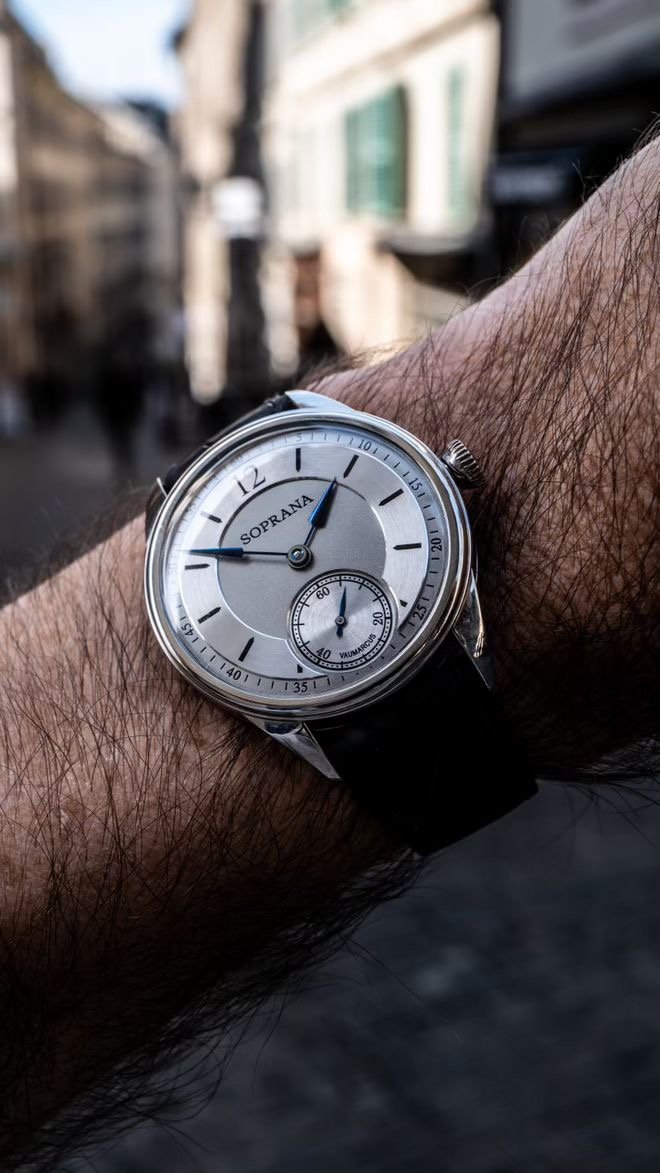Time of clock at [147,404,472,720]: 12:46
